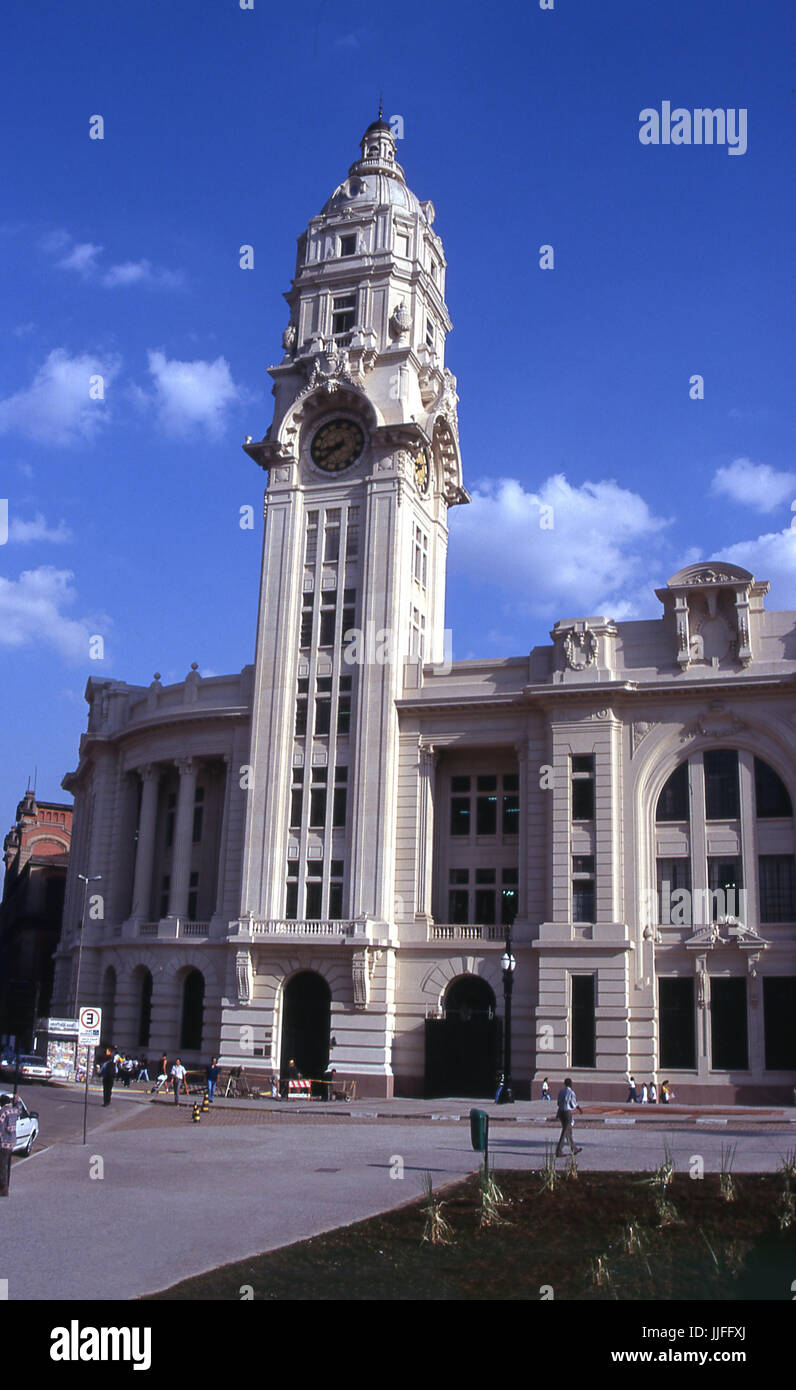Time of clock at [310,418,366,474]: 8:38
